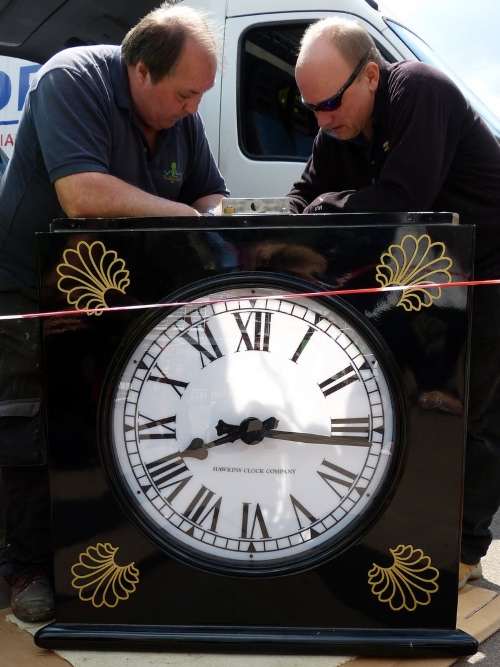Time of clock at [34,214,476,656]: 8:15
